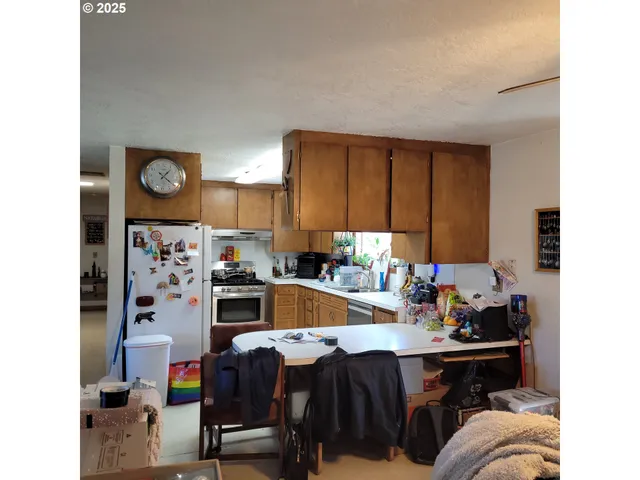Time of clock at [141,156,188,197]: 1:21
